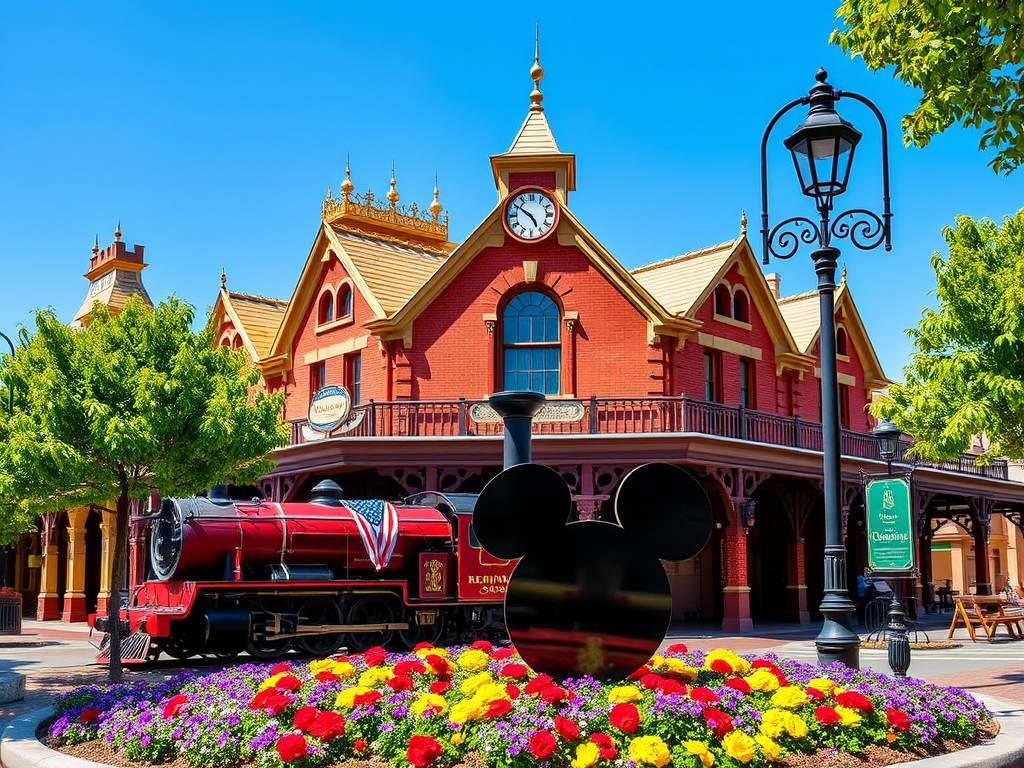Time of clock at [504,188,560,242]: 4:50
